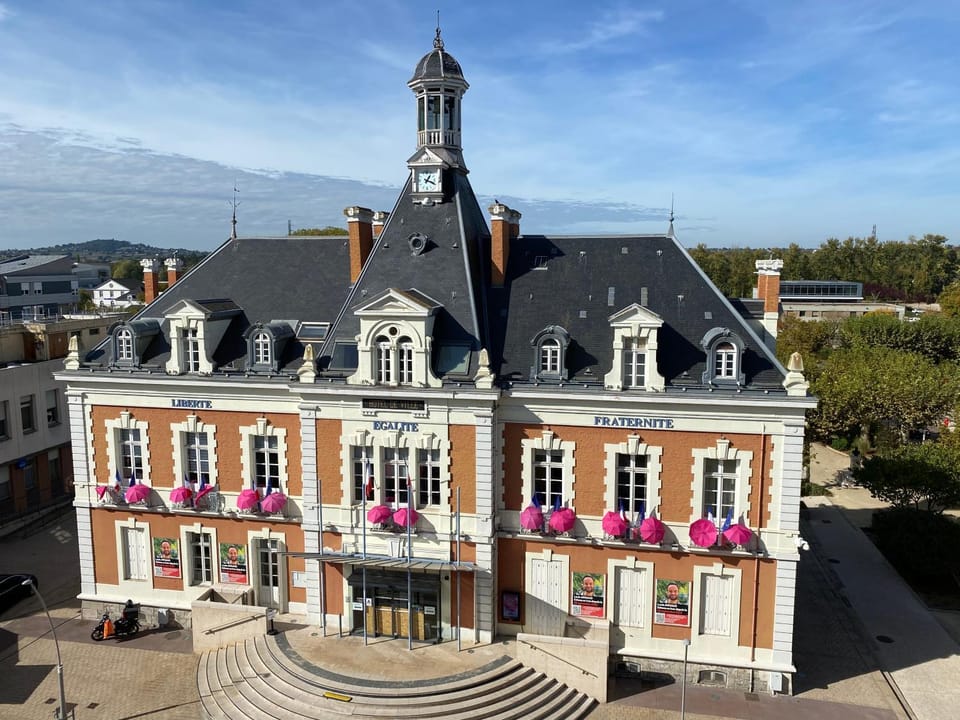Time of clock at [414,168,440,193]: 1:18
